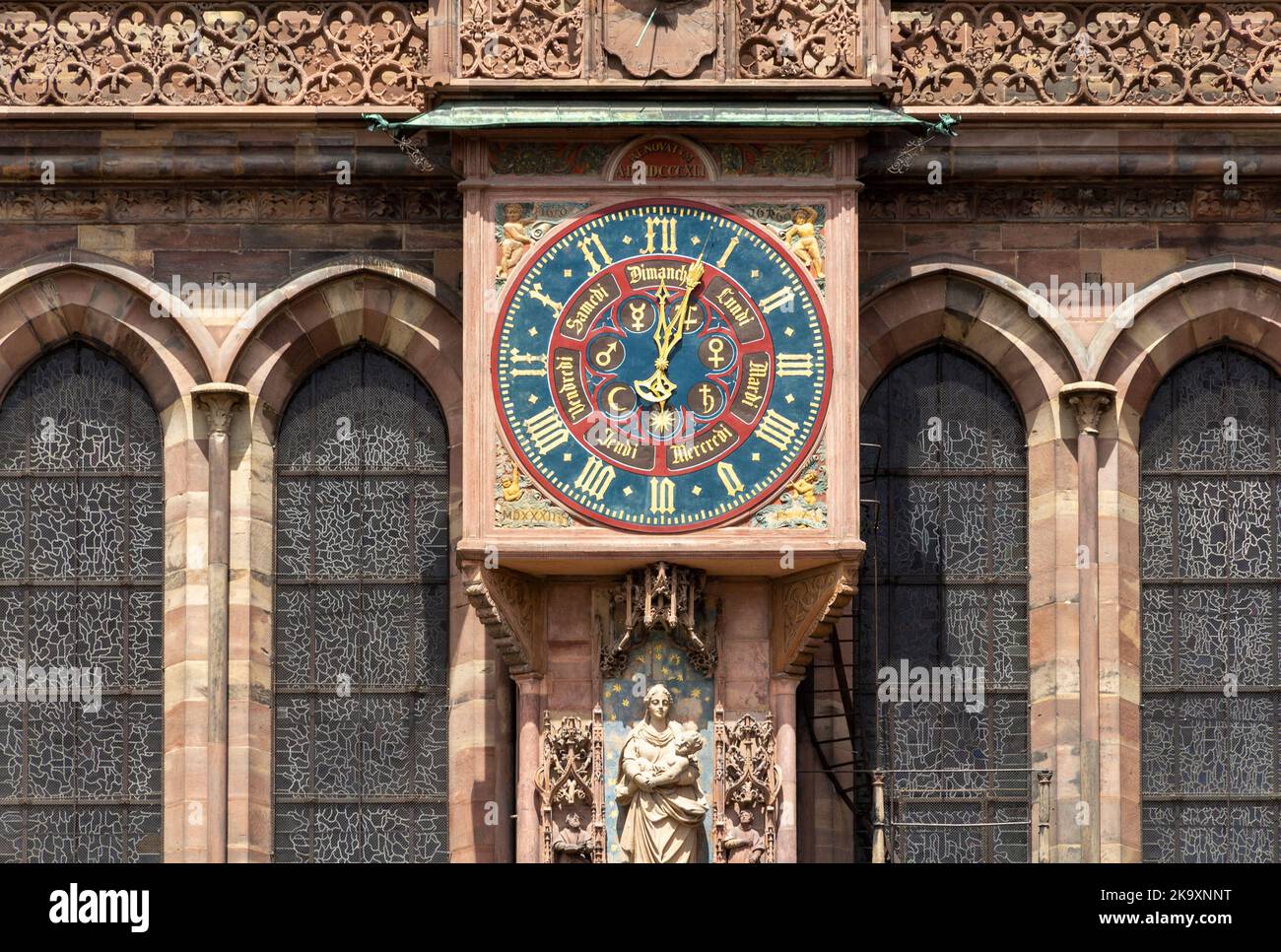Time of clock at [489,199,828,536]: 12:03
